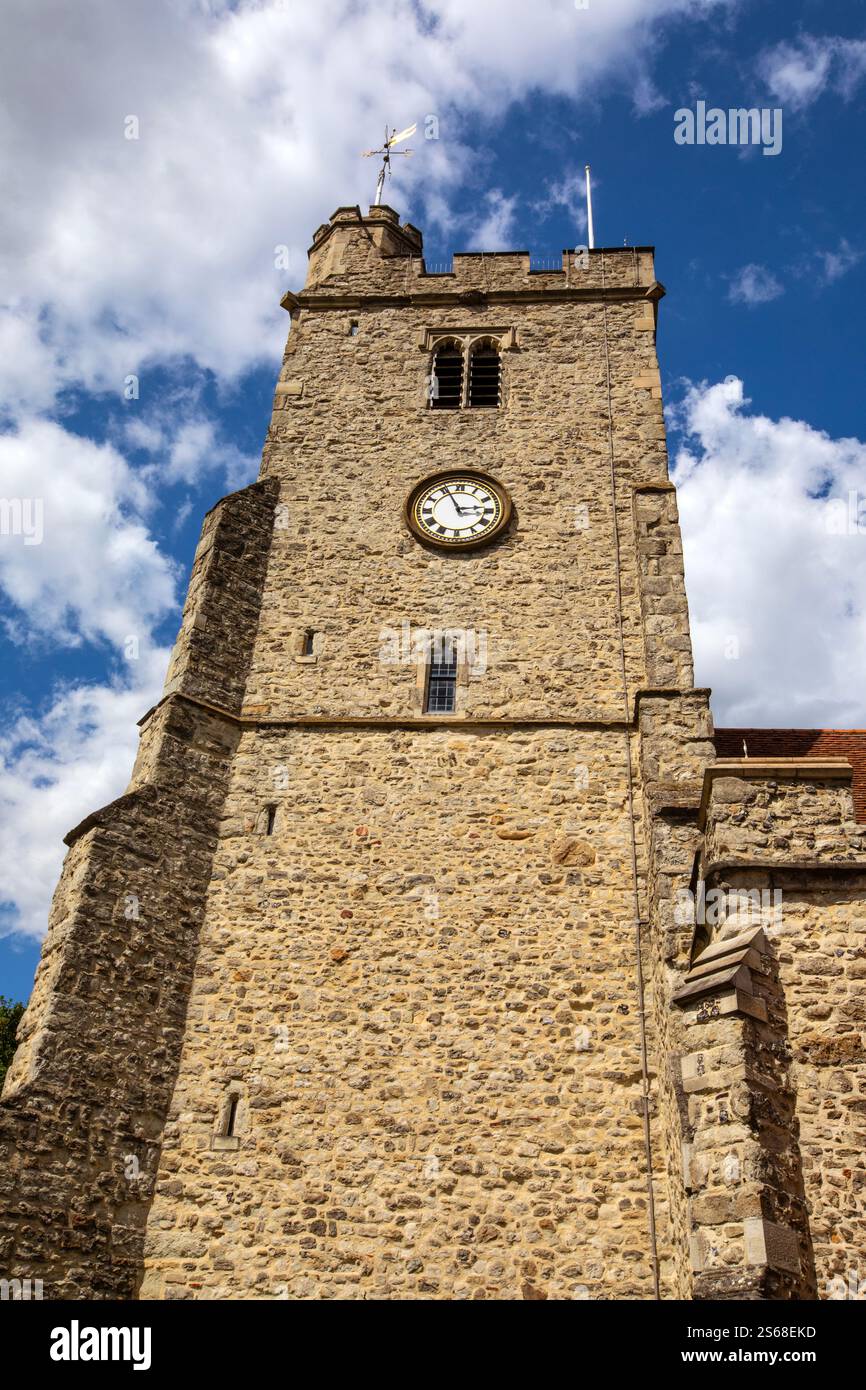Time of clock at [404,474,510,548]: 2:56
